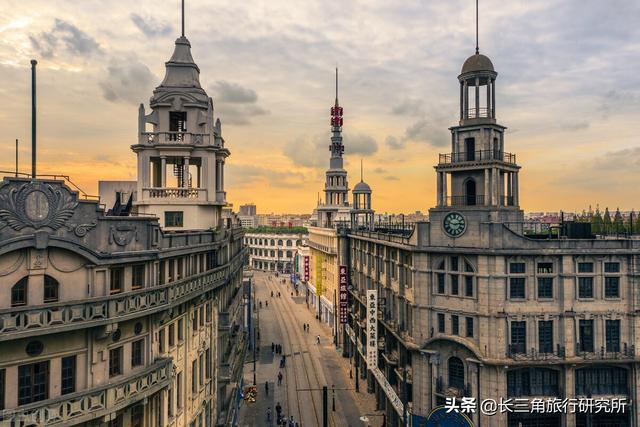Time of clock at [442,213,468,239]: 2:48
